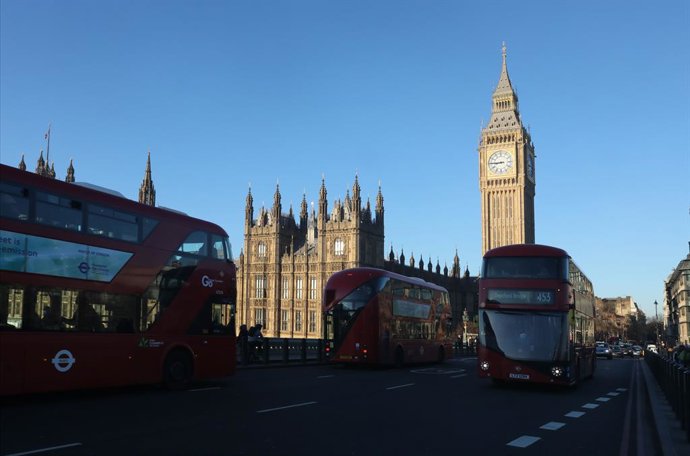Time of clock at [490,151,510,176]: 8:45
